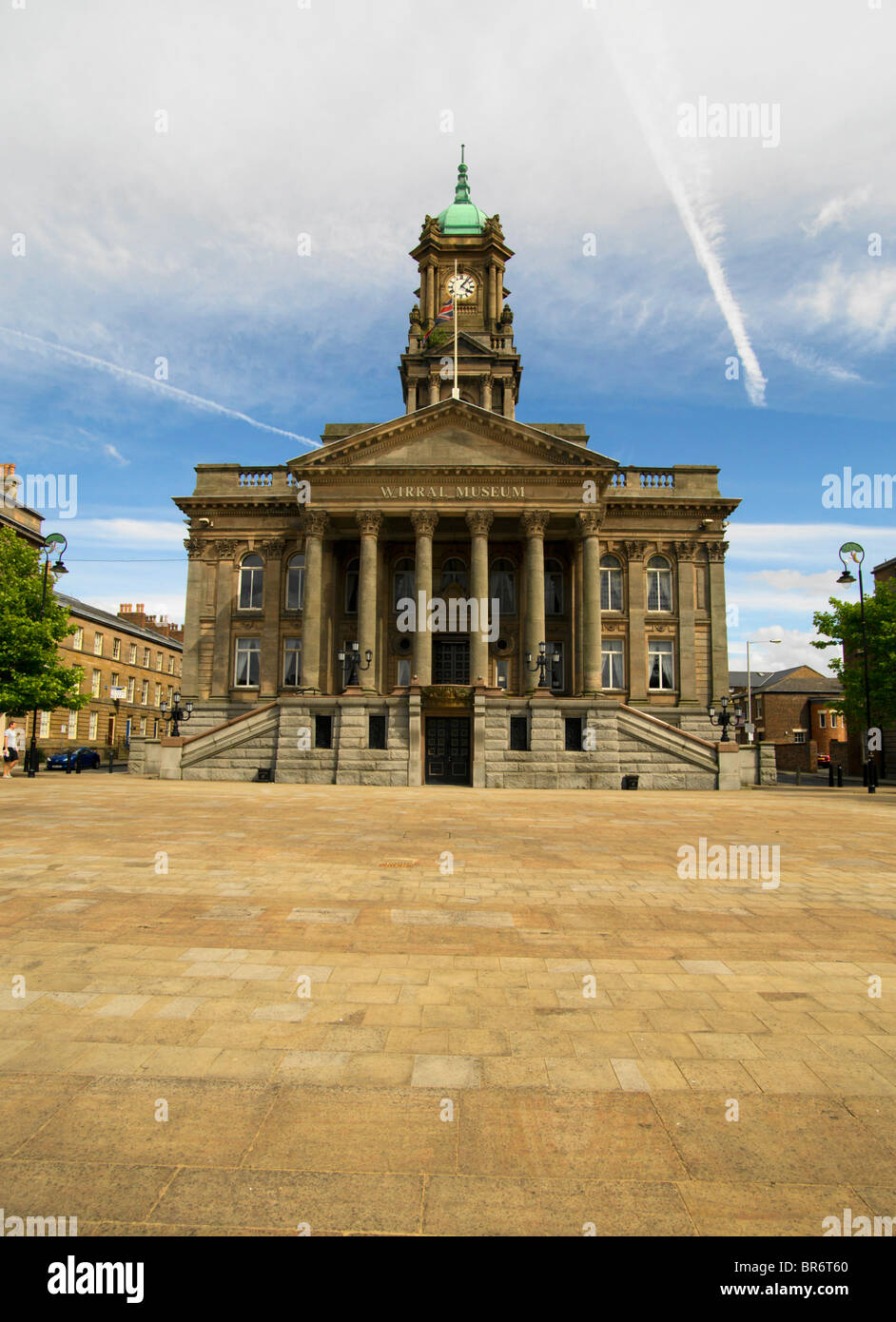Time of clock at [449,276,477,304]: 4:07
